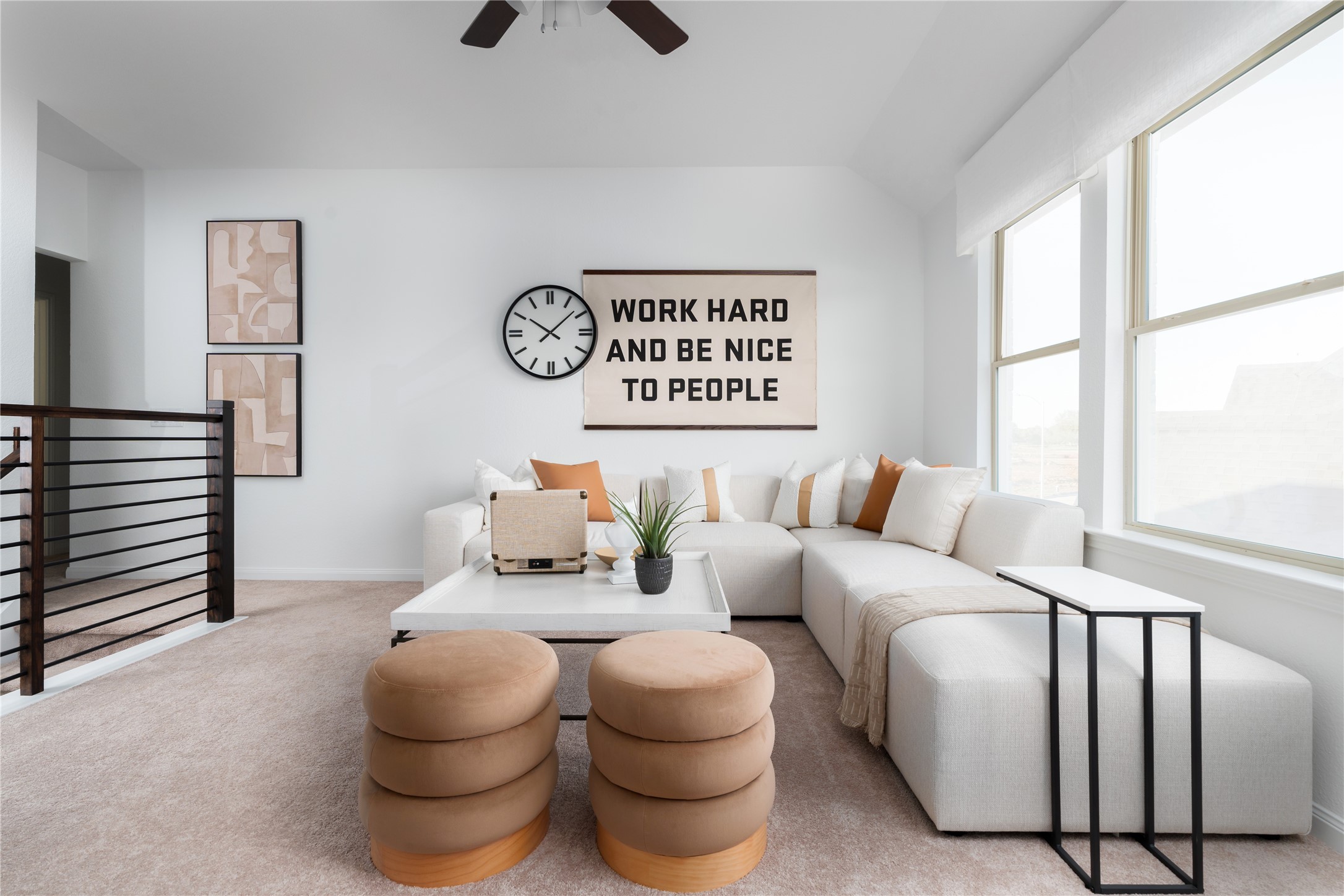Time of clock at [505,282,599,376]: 10:07
